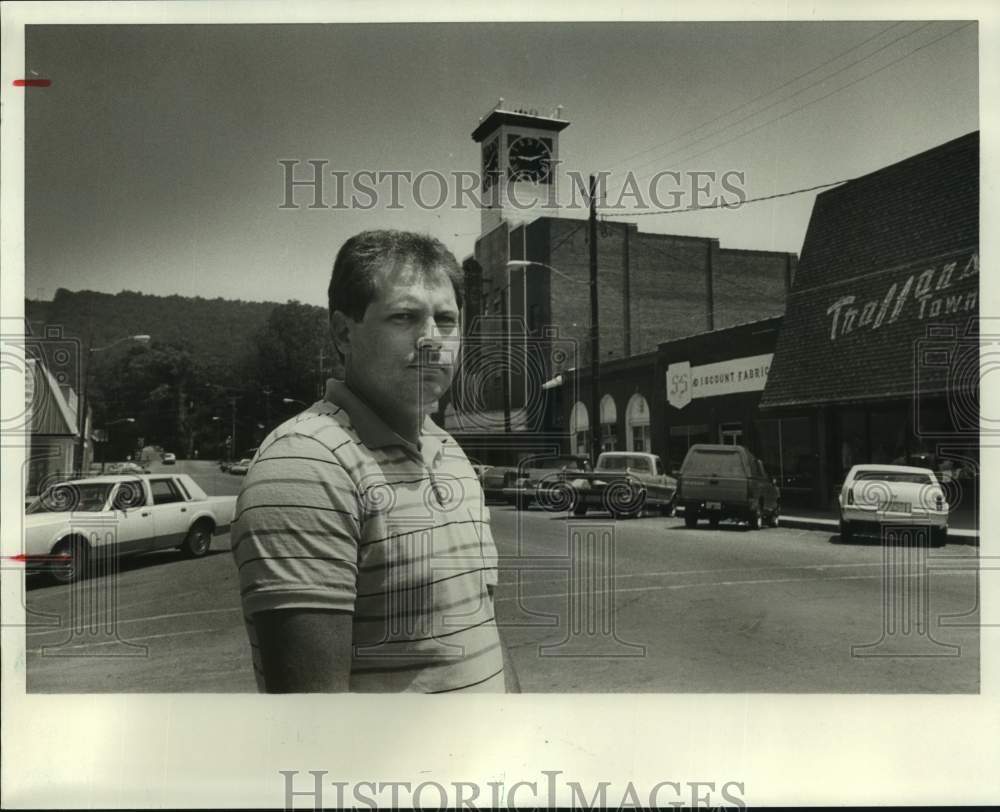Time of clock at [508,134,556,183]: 9:11
